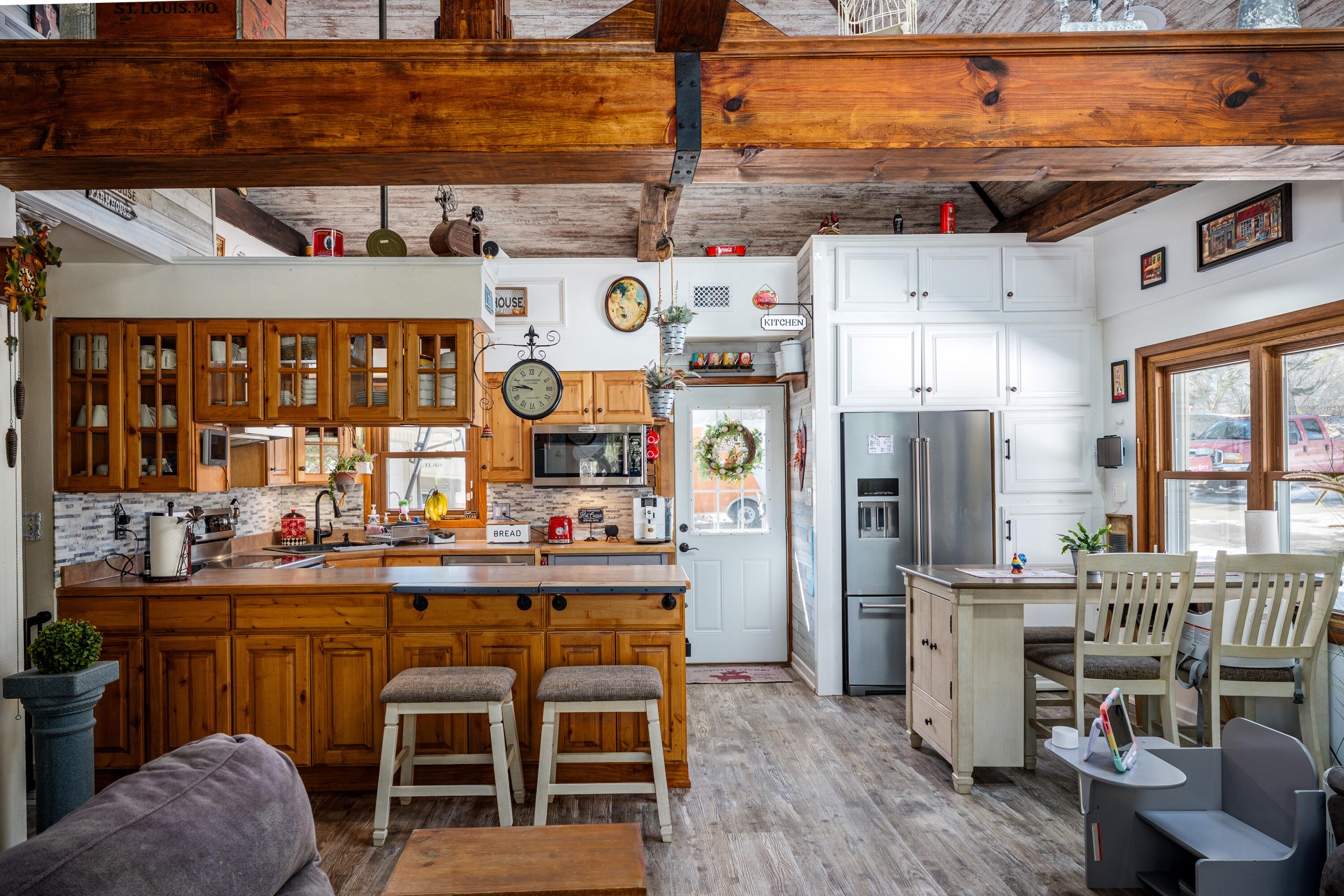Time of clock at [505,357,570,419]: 9:45
